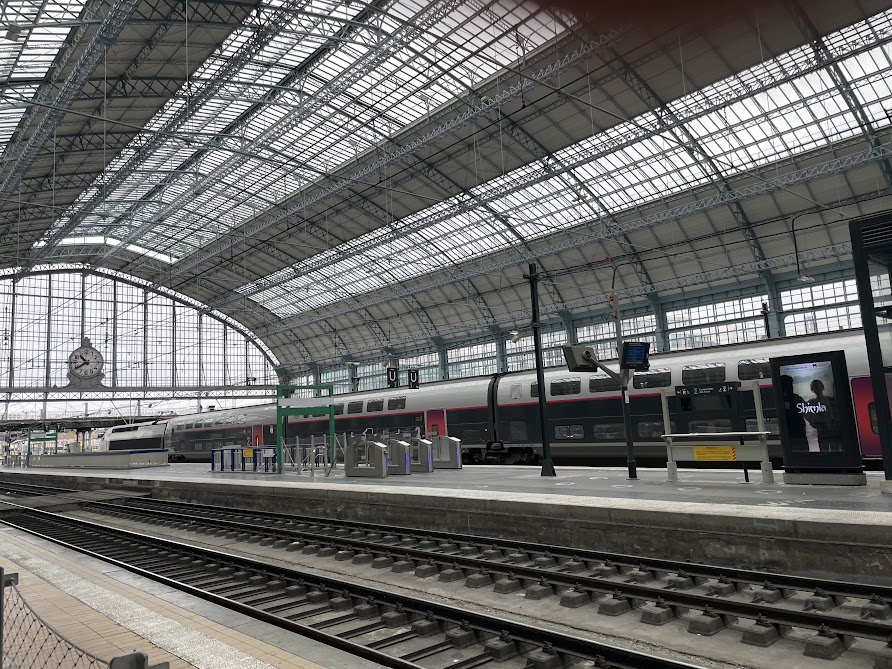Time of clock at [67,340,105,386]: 10:39
